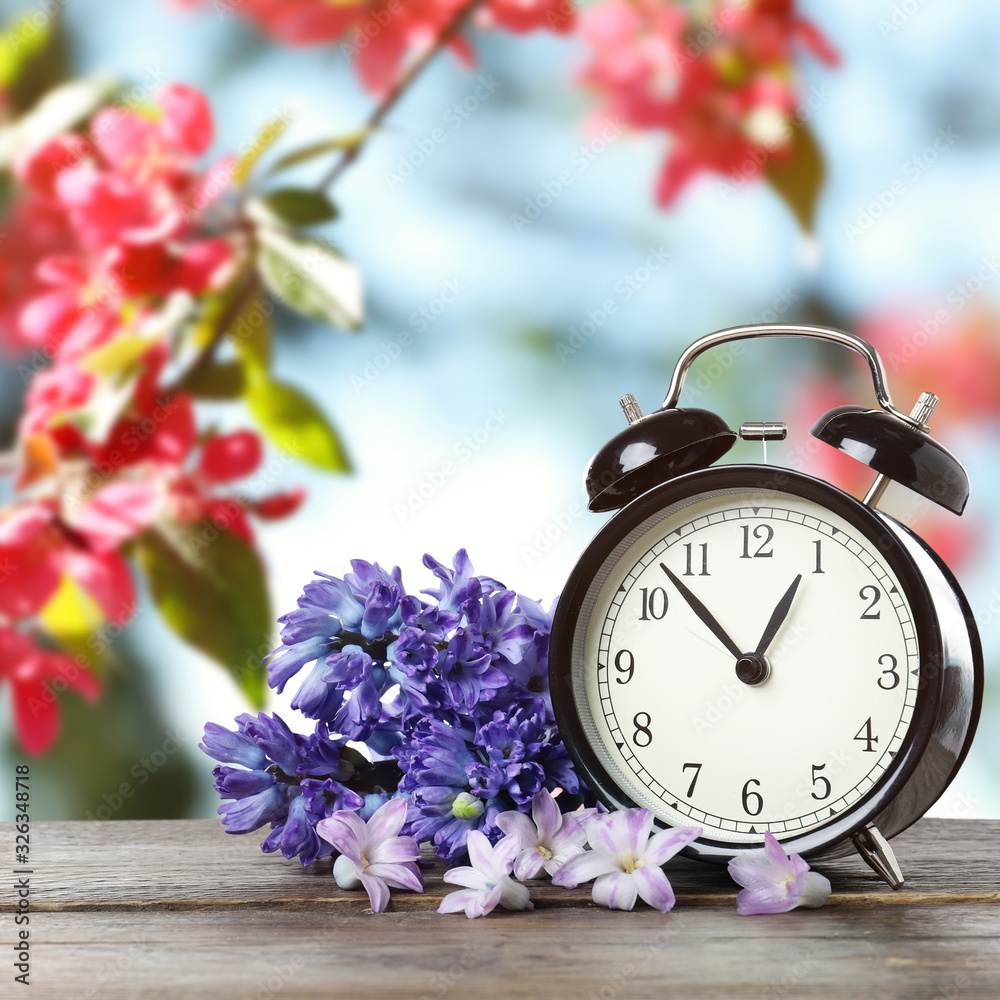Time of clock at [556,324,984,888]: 12:53
